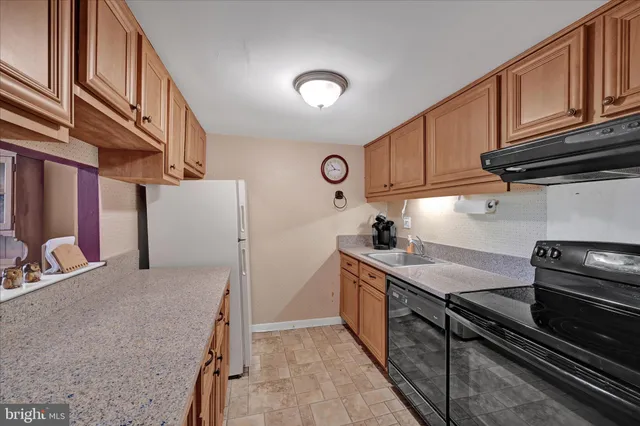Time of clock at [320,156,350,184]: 10:42
